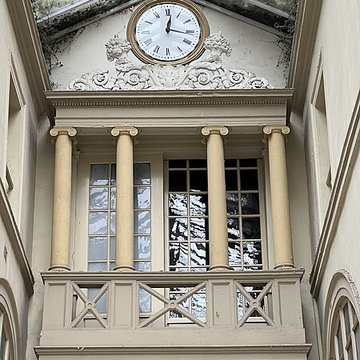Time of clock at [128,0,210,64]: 12:16
